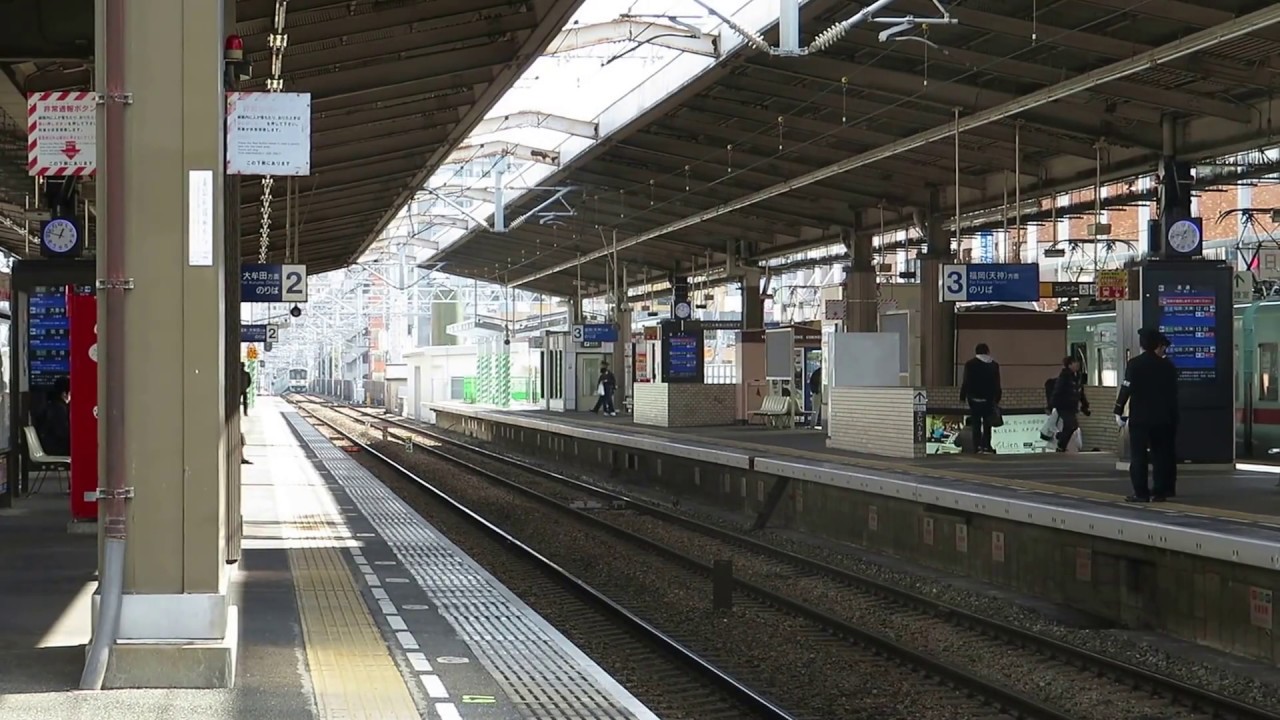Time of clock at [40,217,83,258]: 12:47
